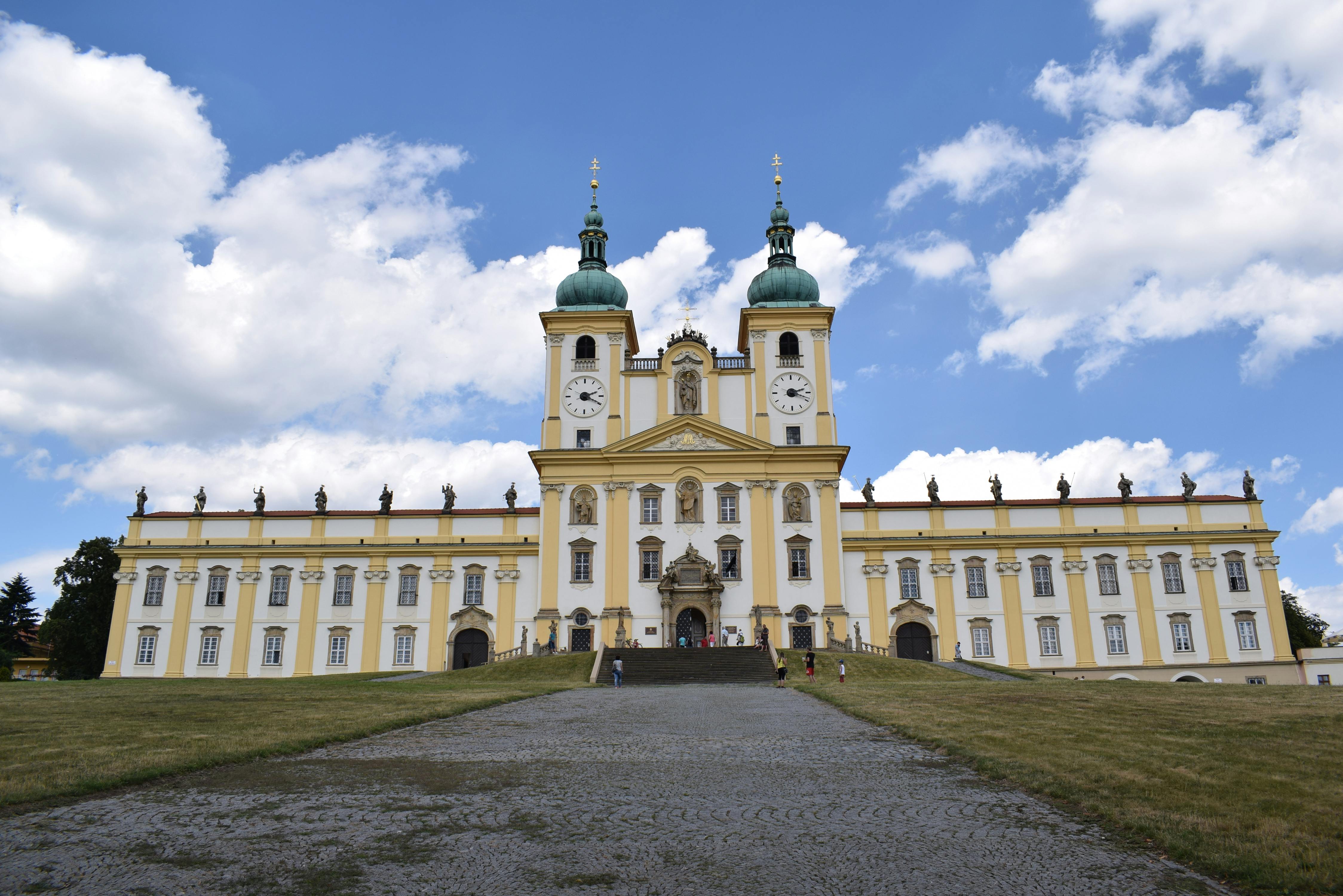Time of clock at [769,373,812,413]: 2:18
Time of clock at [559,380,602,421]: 2:19
